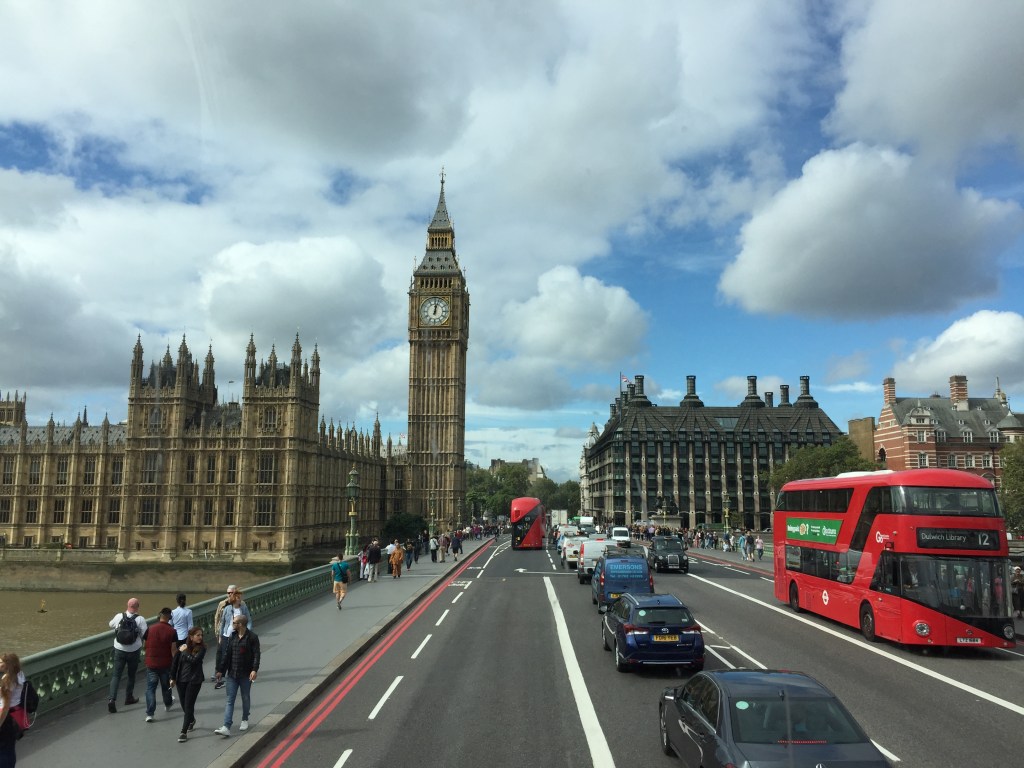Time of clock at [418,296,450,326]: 12:02
